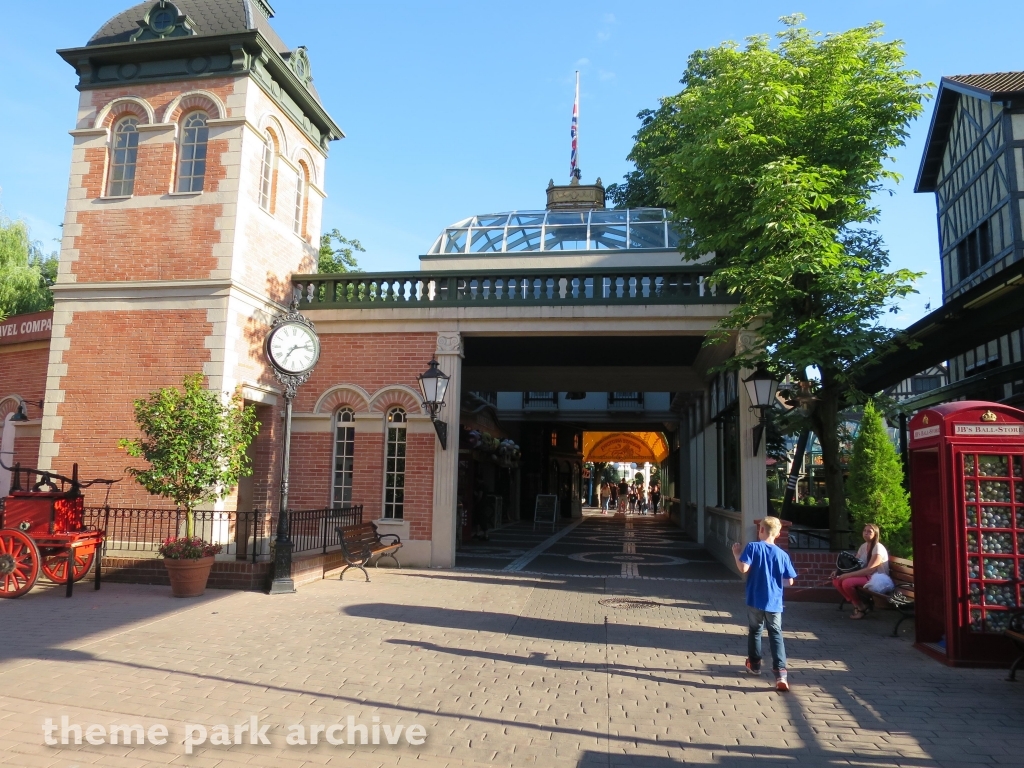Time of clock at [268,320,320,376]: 7:12
